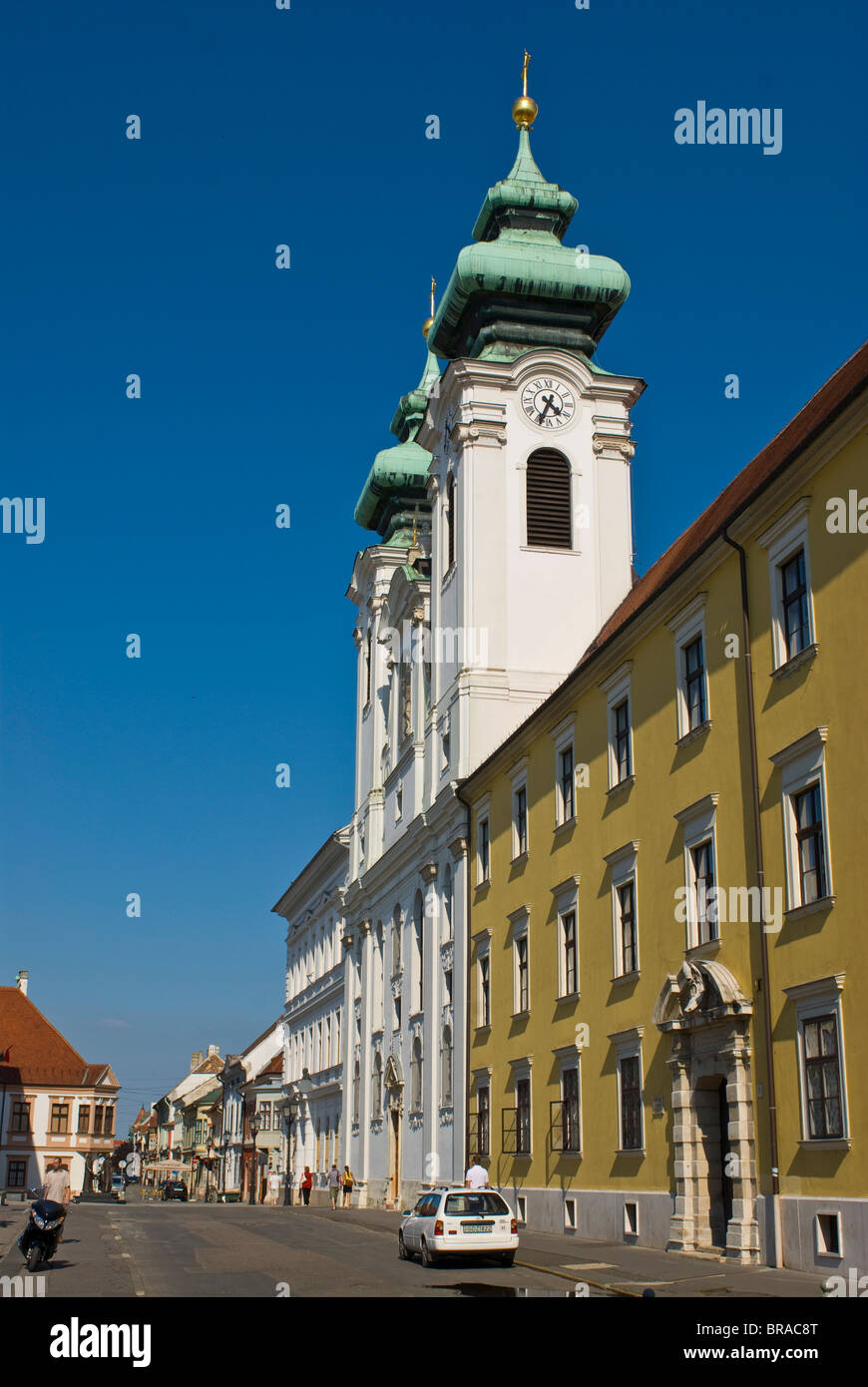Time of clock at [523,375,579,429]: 4:34
